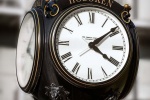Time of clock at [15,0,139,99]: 4:08
